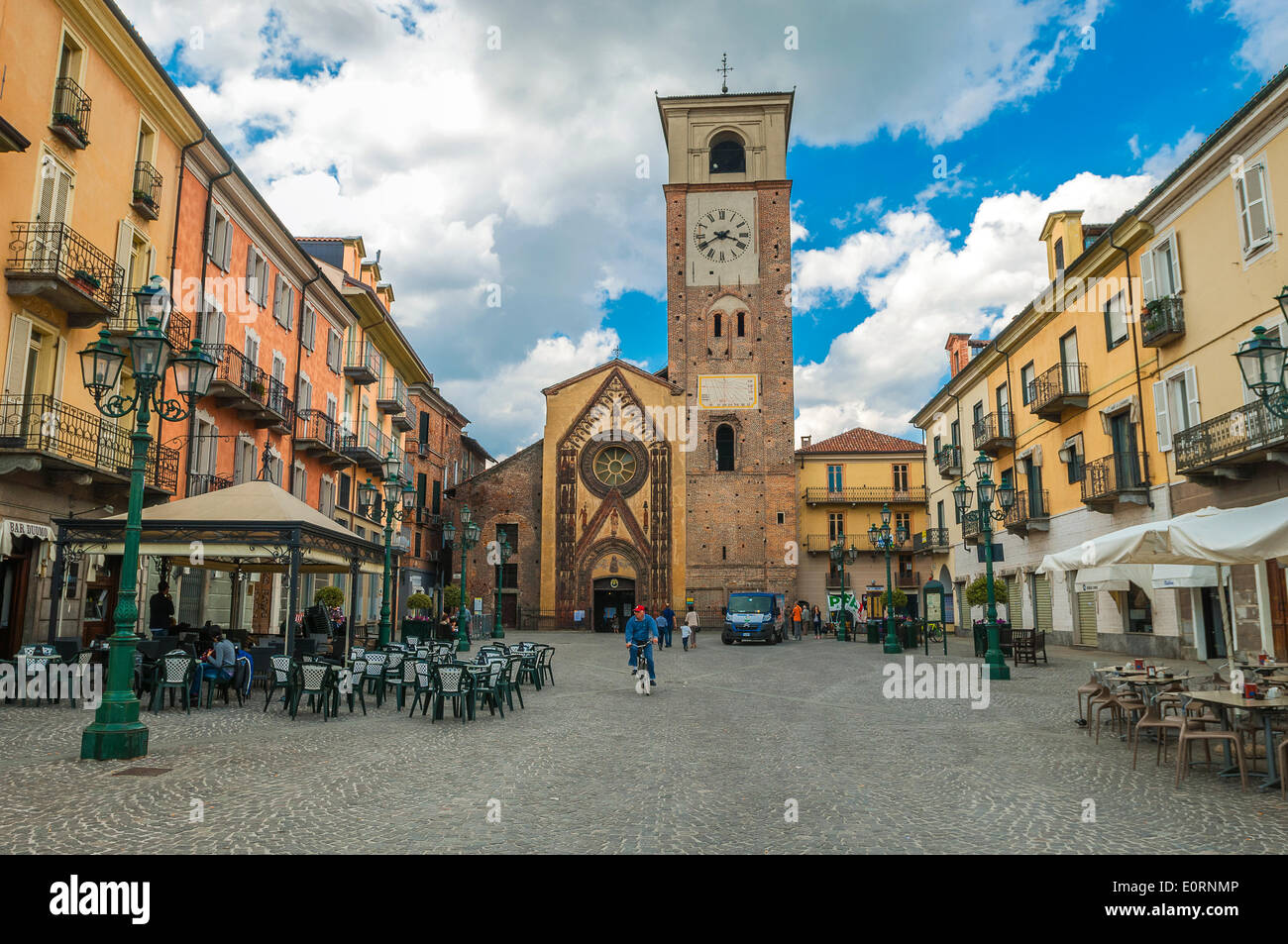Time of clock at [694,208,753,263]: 3:40
